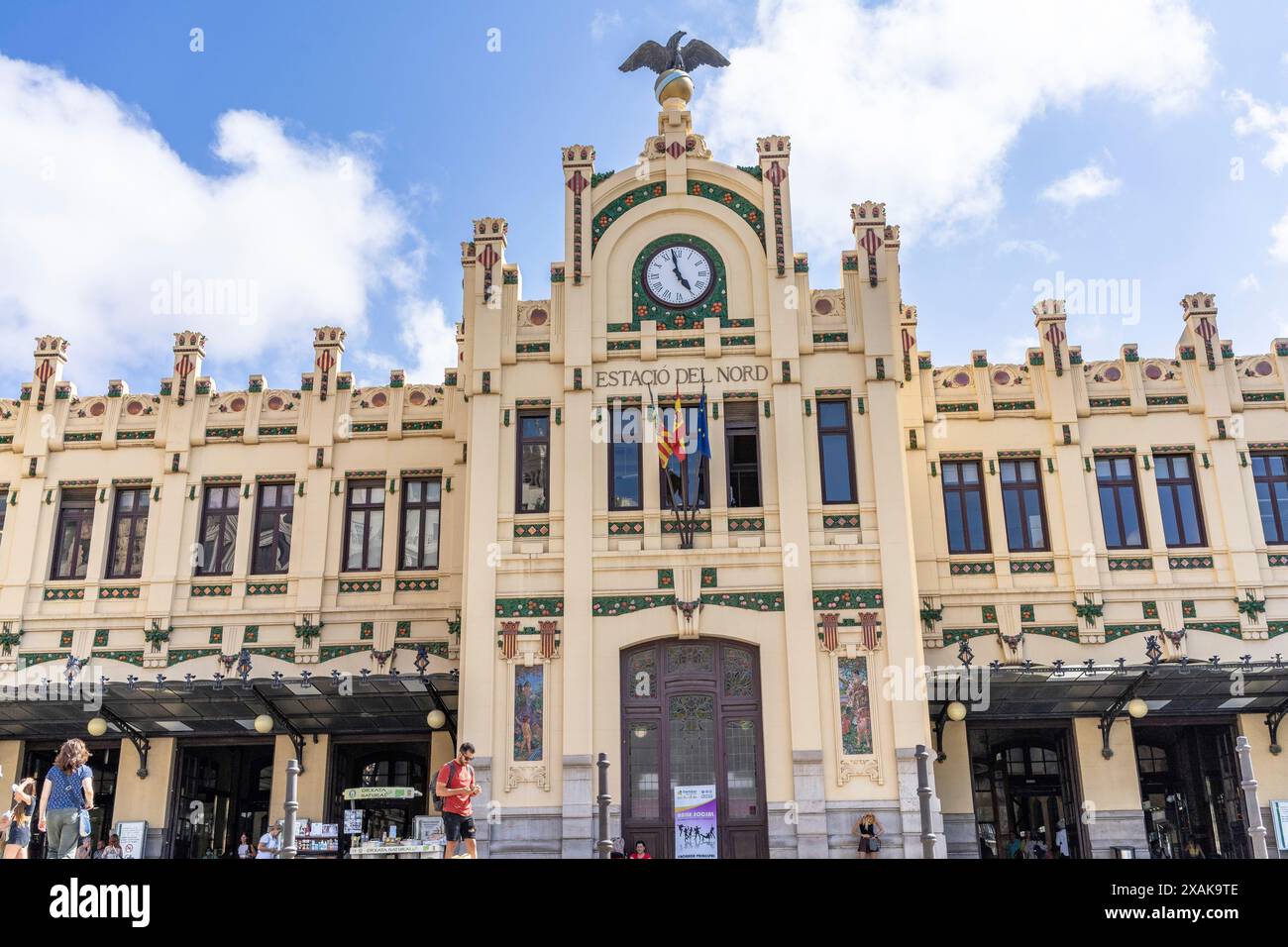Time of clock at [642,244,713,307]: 4:58
